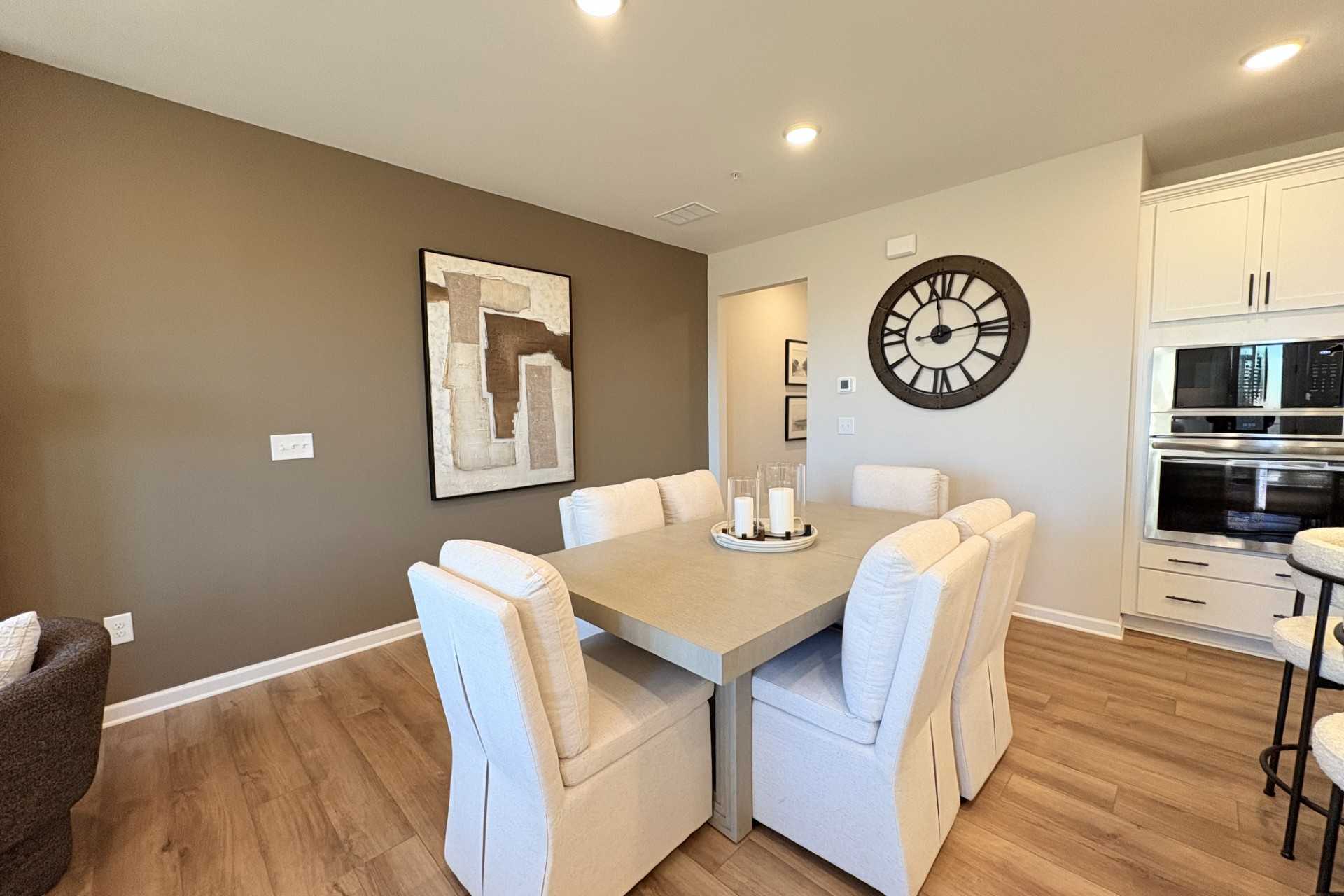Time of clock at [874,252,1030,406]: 12:13
